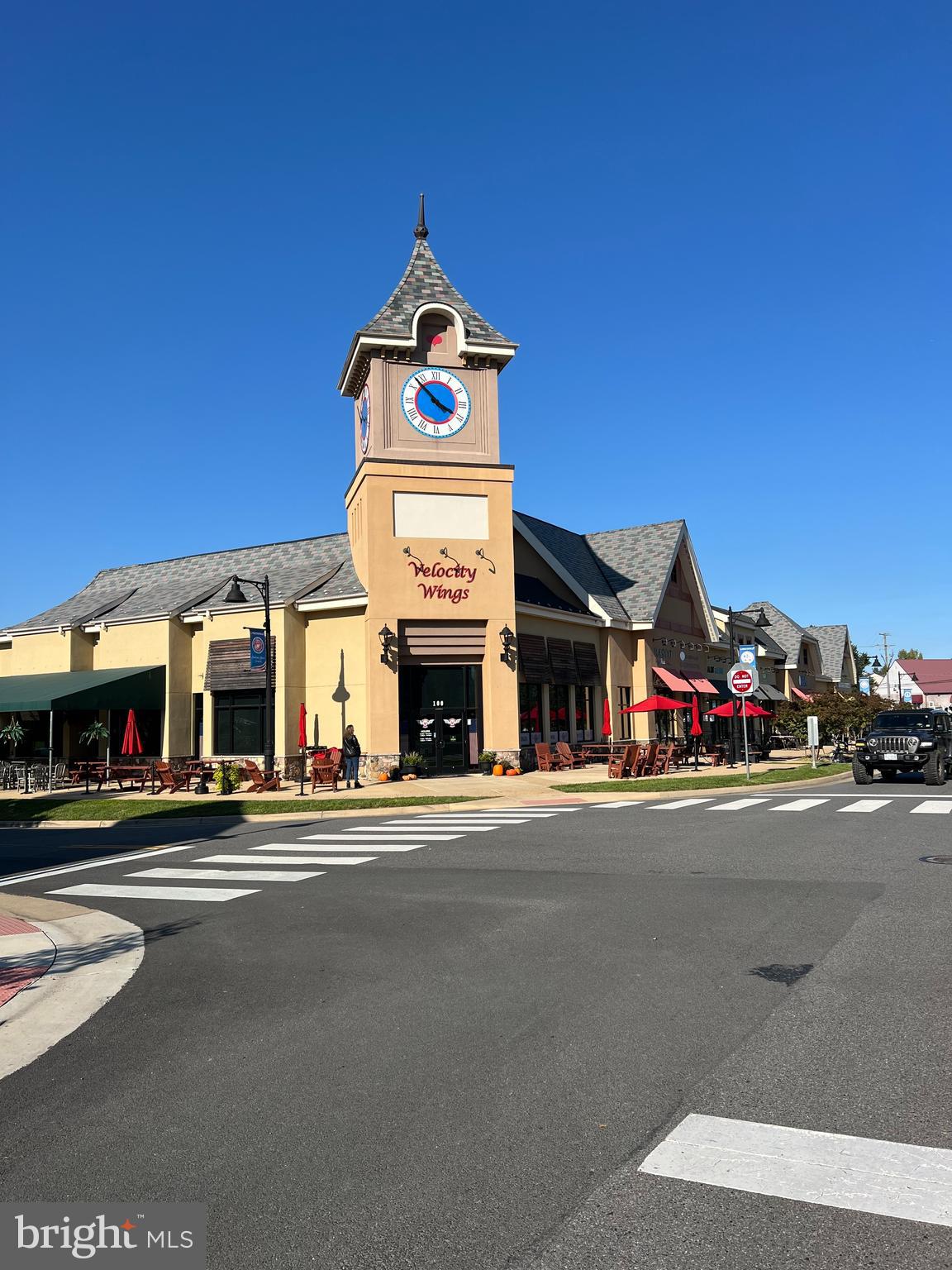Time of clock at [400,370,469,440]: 3:52
